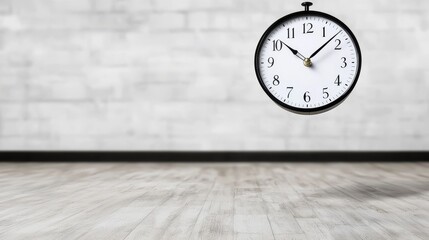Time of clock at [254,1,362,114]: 10:07
